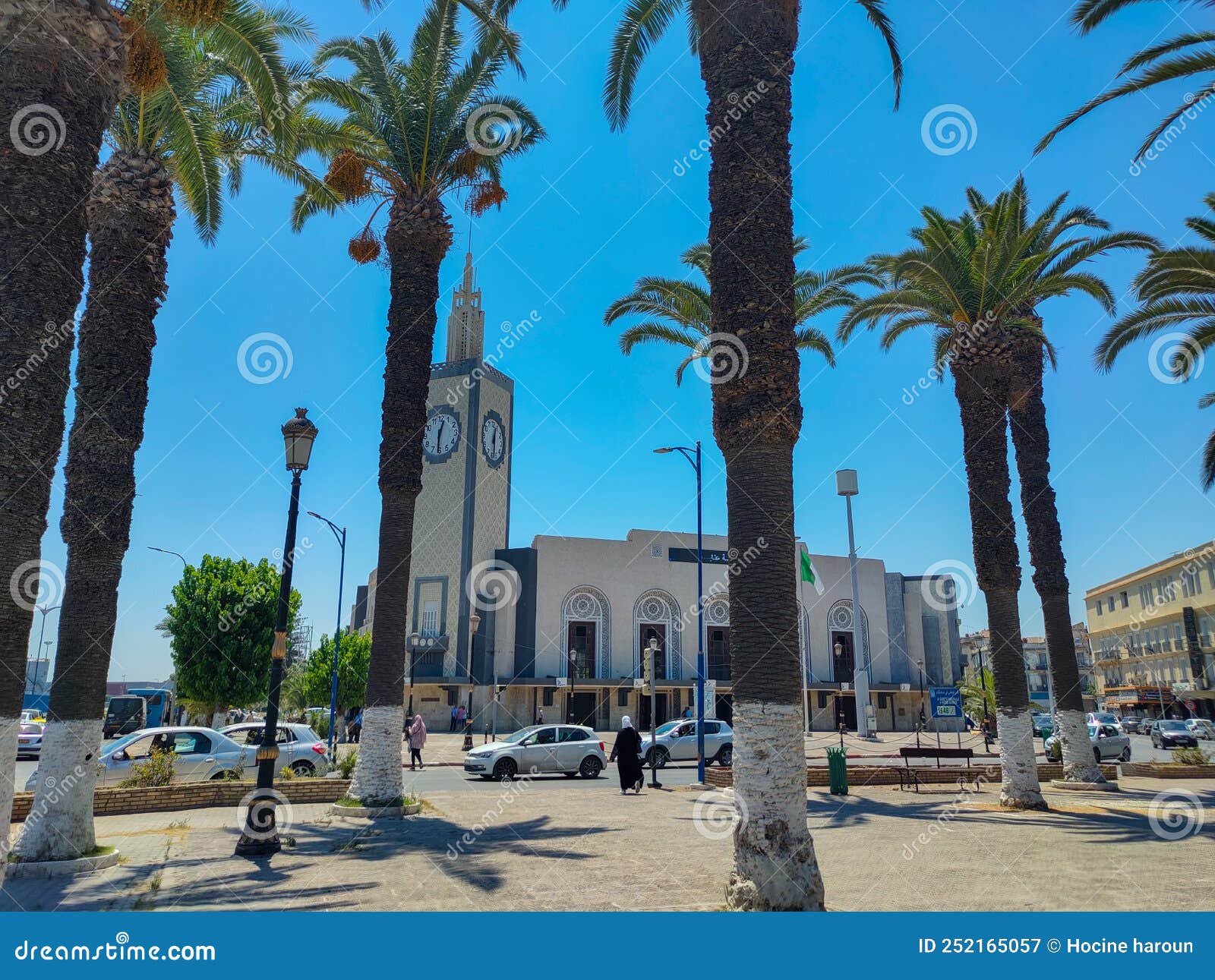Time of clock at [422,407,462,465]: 12:30
